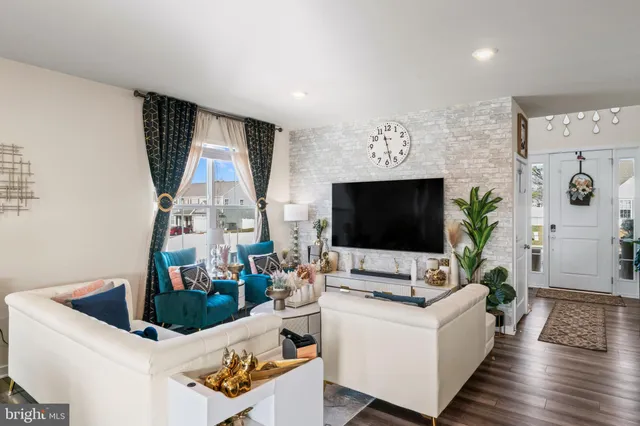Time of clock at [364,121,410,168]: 11:27
